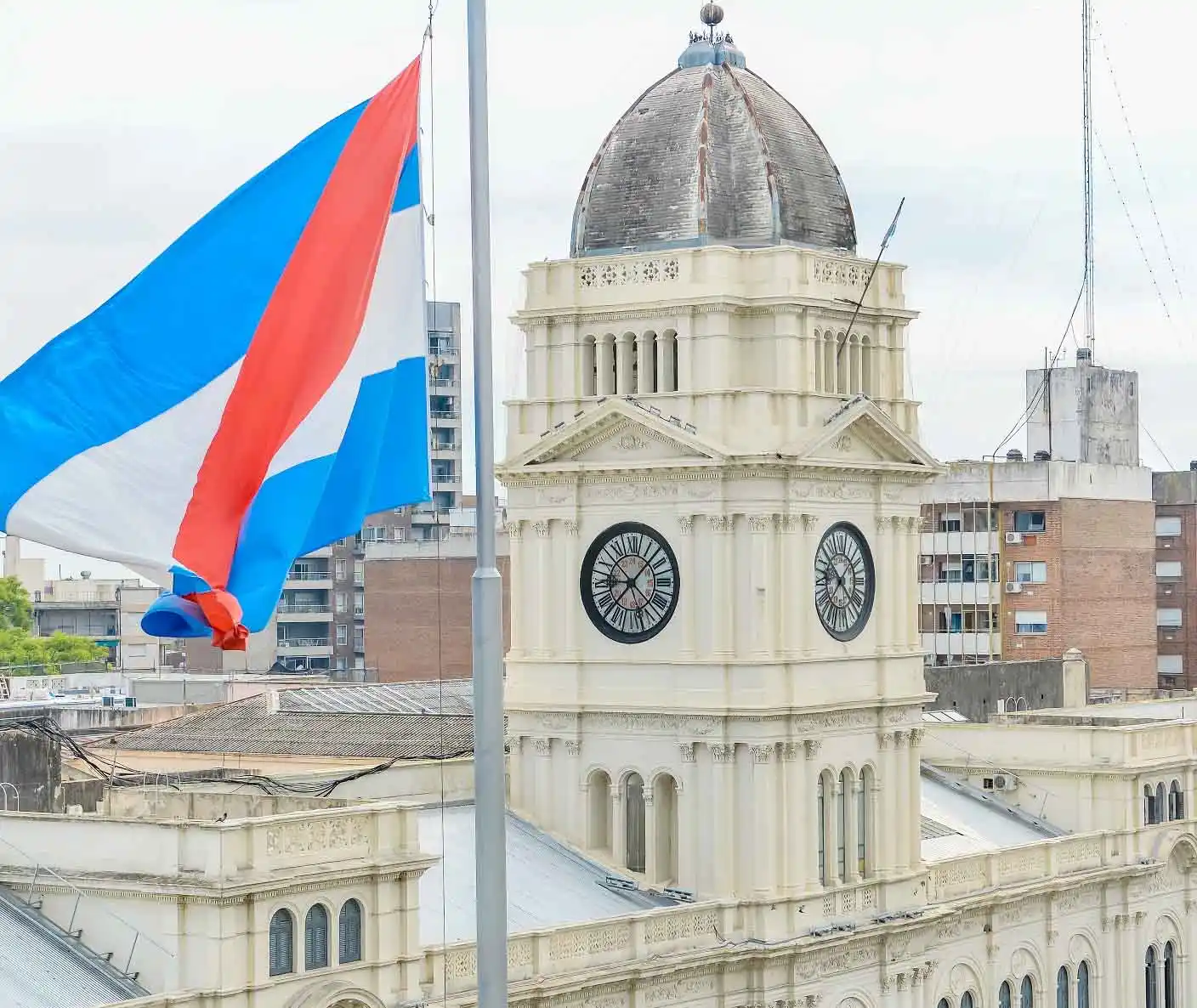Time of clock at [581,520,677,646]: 9:07
